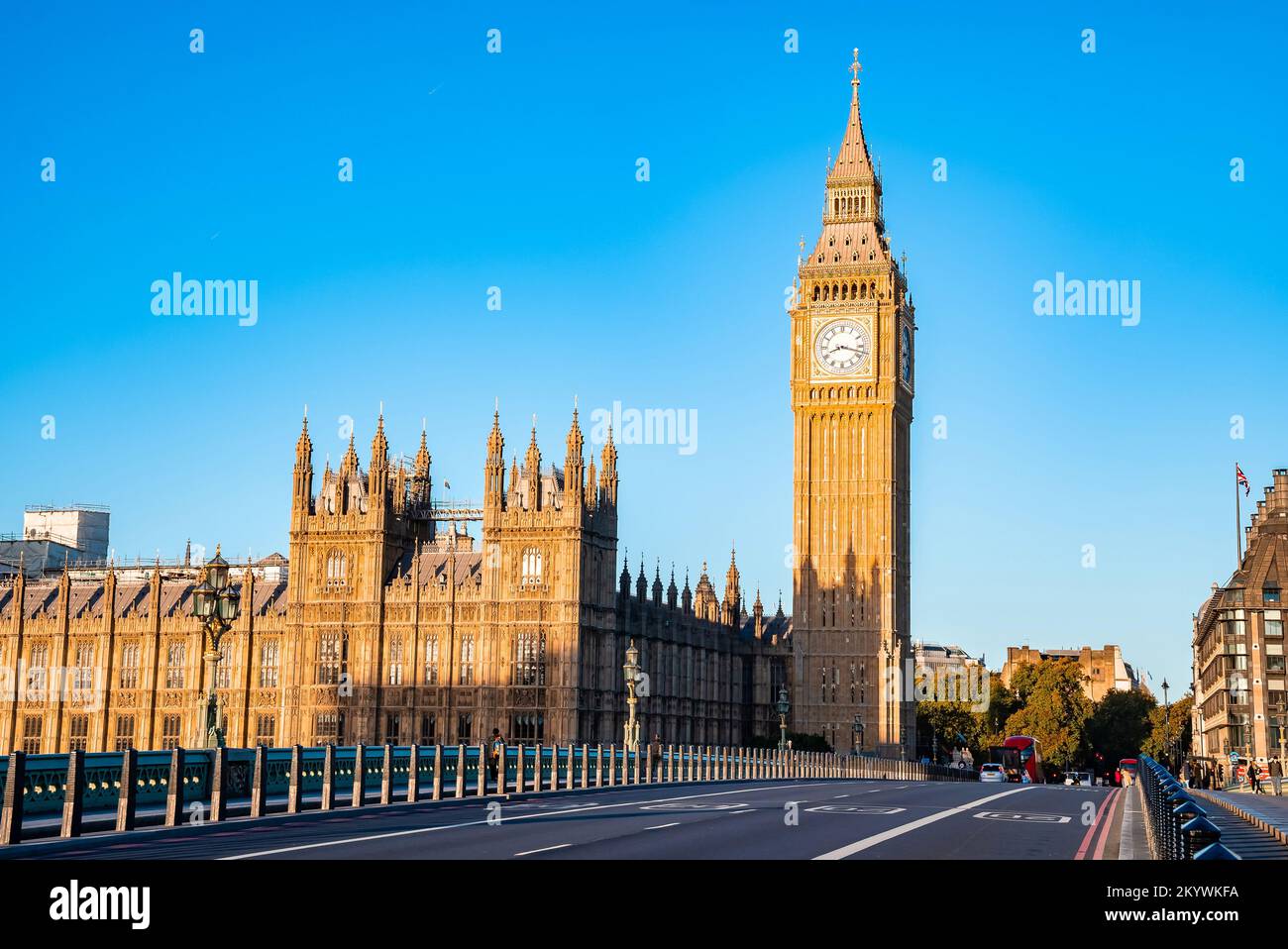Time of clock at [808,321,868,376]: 8:17
